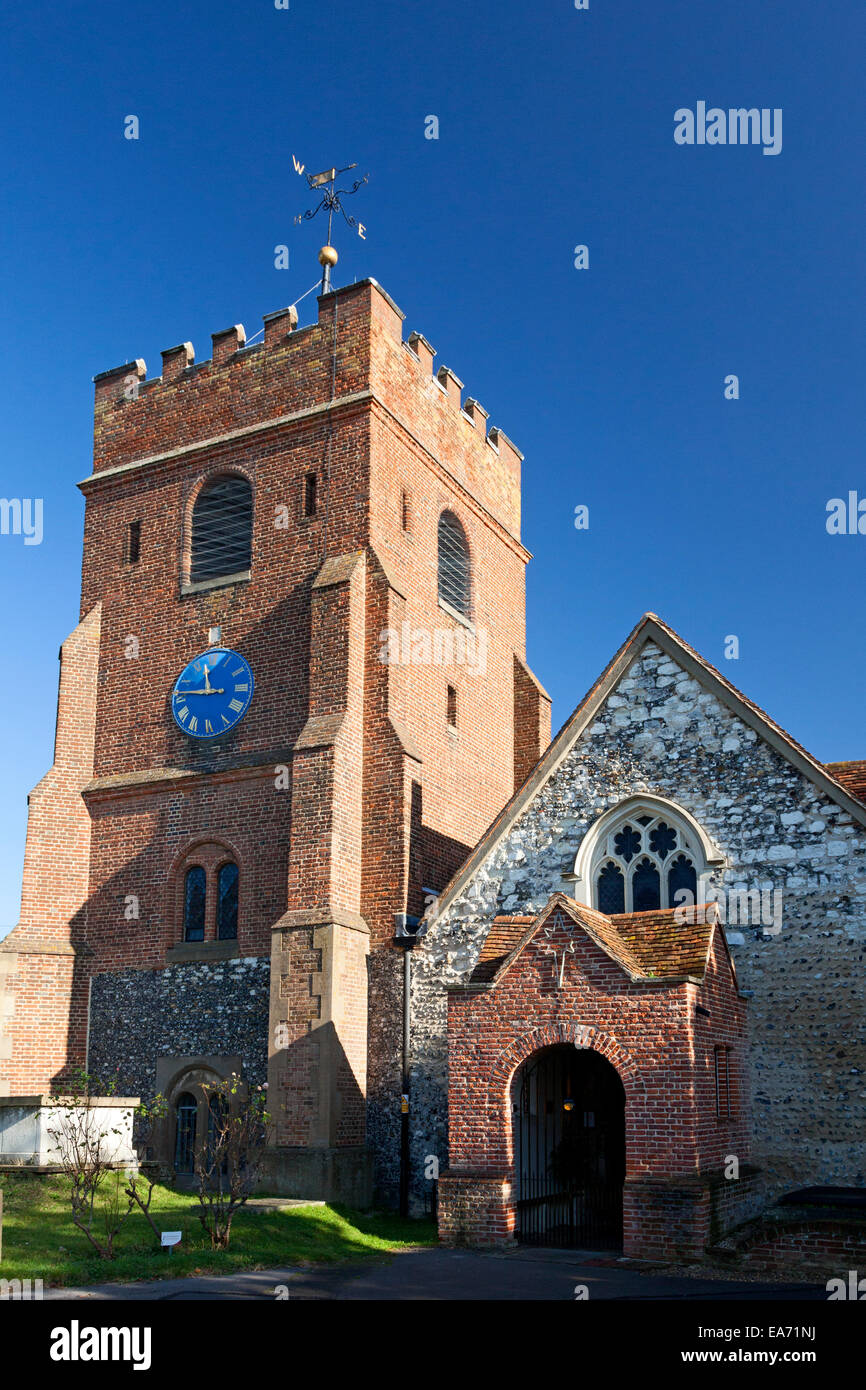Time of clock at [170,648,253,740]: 11:46
